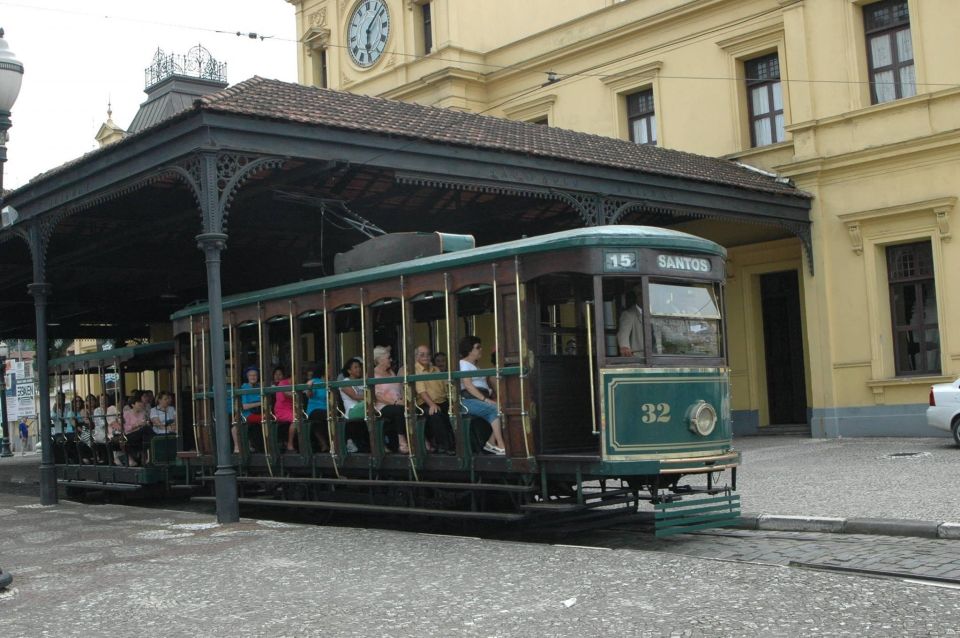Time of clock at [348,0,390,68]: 6:07
